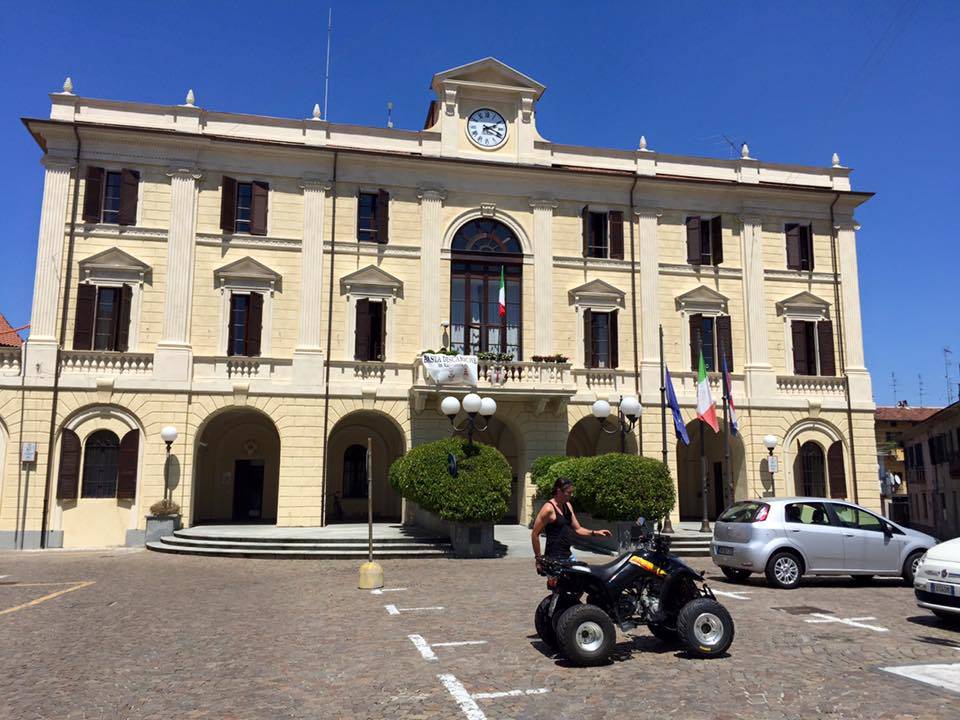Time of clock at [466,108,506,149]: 2:18
